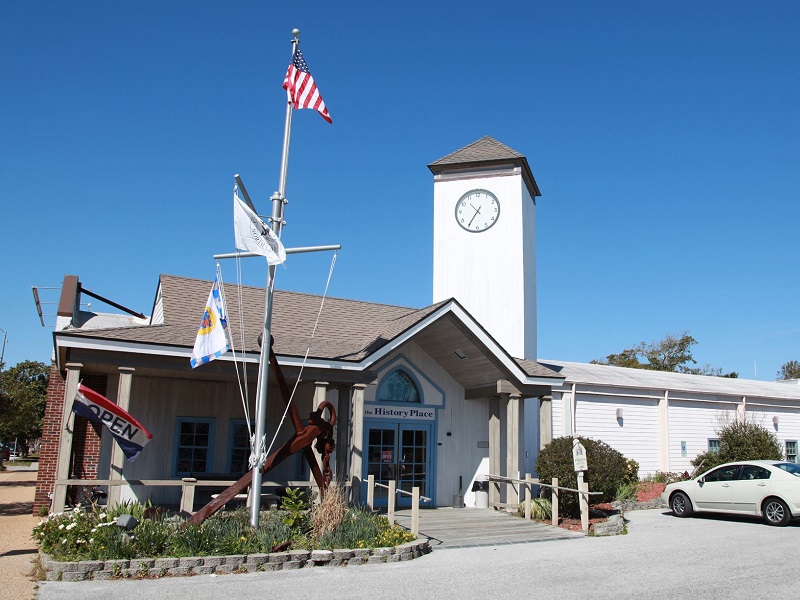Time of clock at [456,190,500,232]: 10:35
